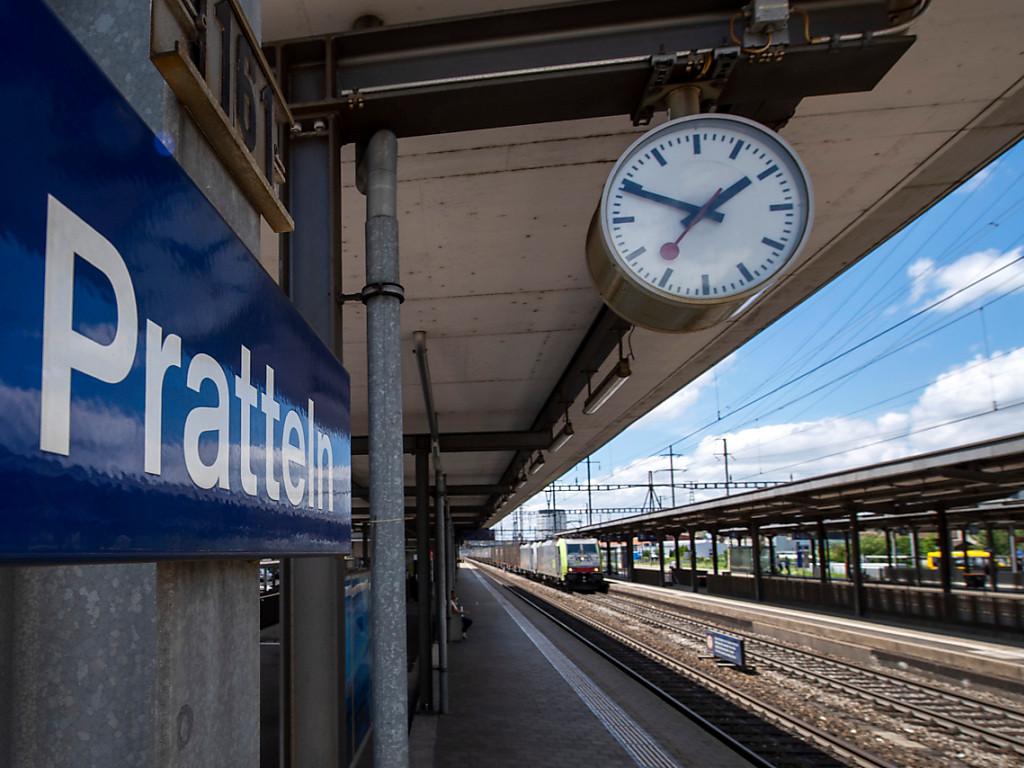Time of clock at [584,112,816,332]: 1:49
